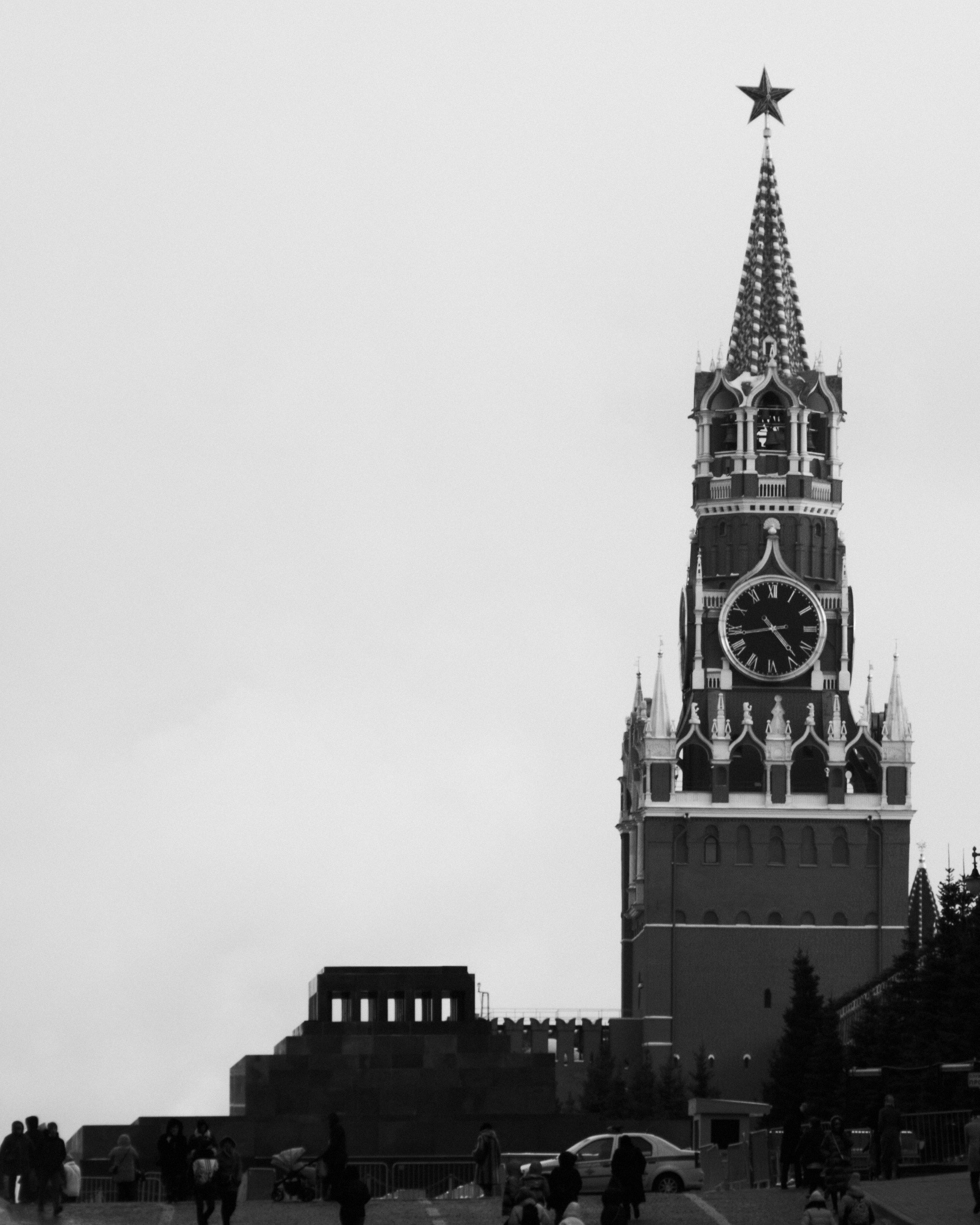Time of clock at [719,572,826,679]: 4:43
